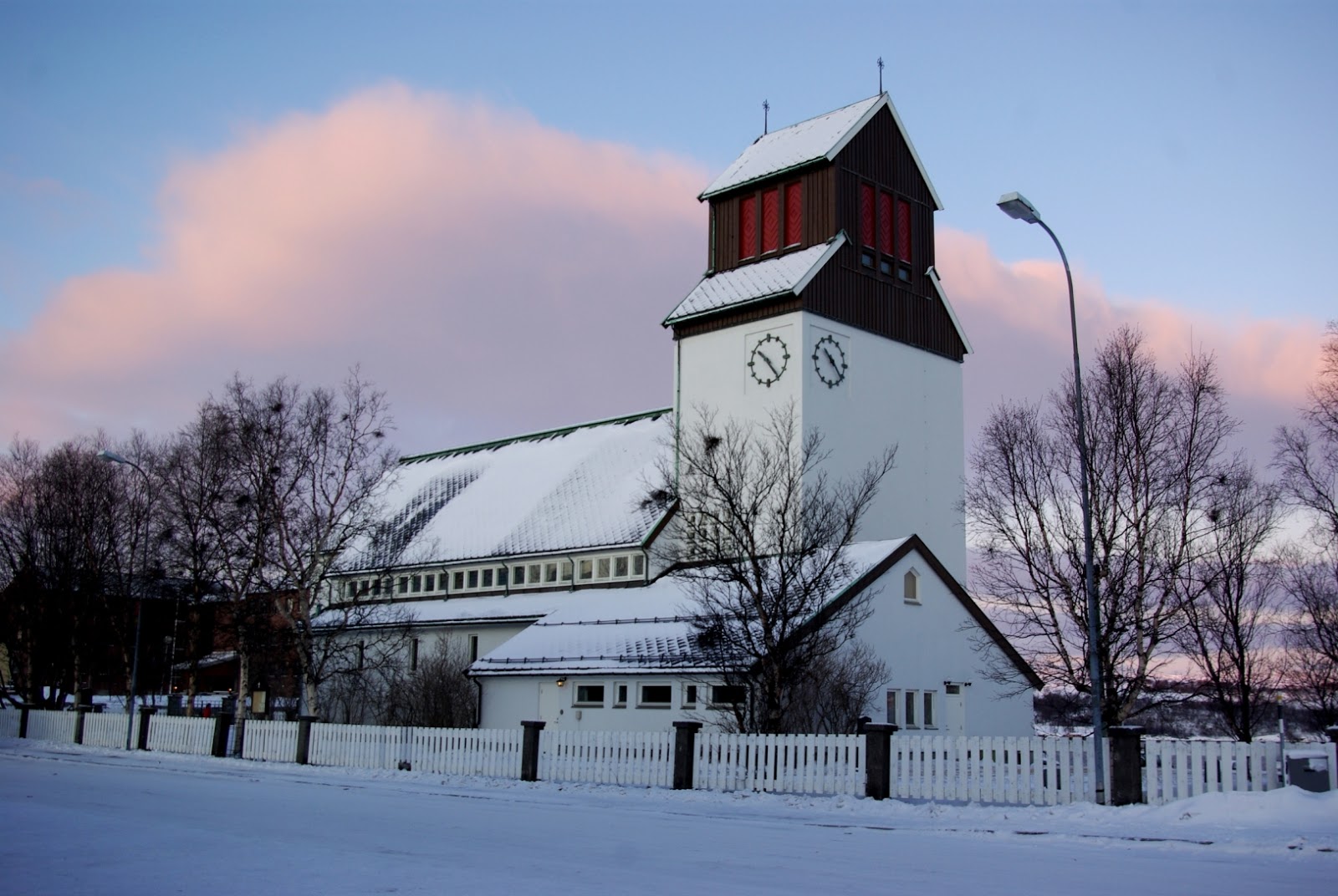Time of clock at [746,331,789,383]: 10:24
